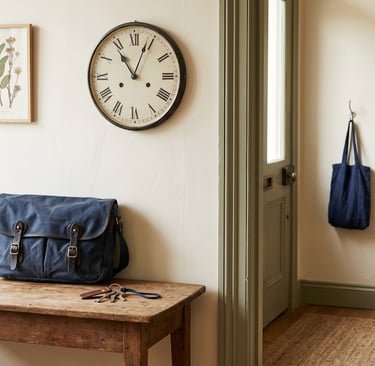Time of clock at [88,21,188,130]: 11:03
